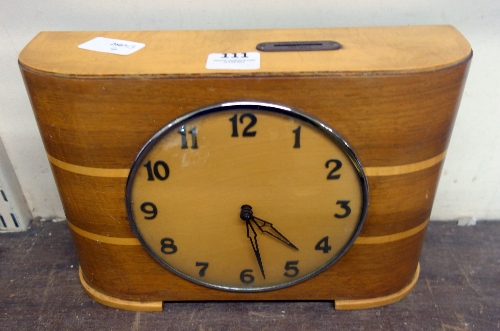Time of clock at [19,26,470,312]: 4:28
